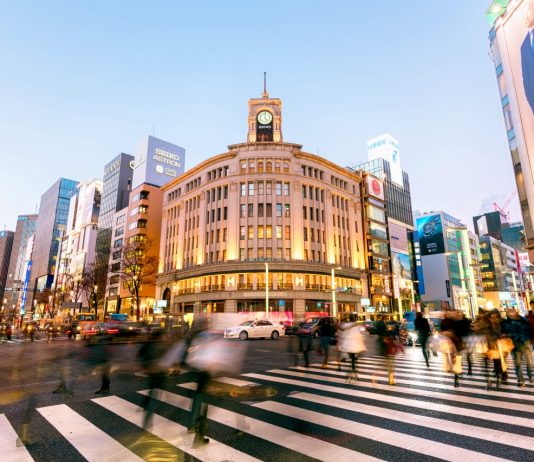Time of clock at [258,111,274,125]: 5:00
